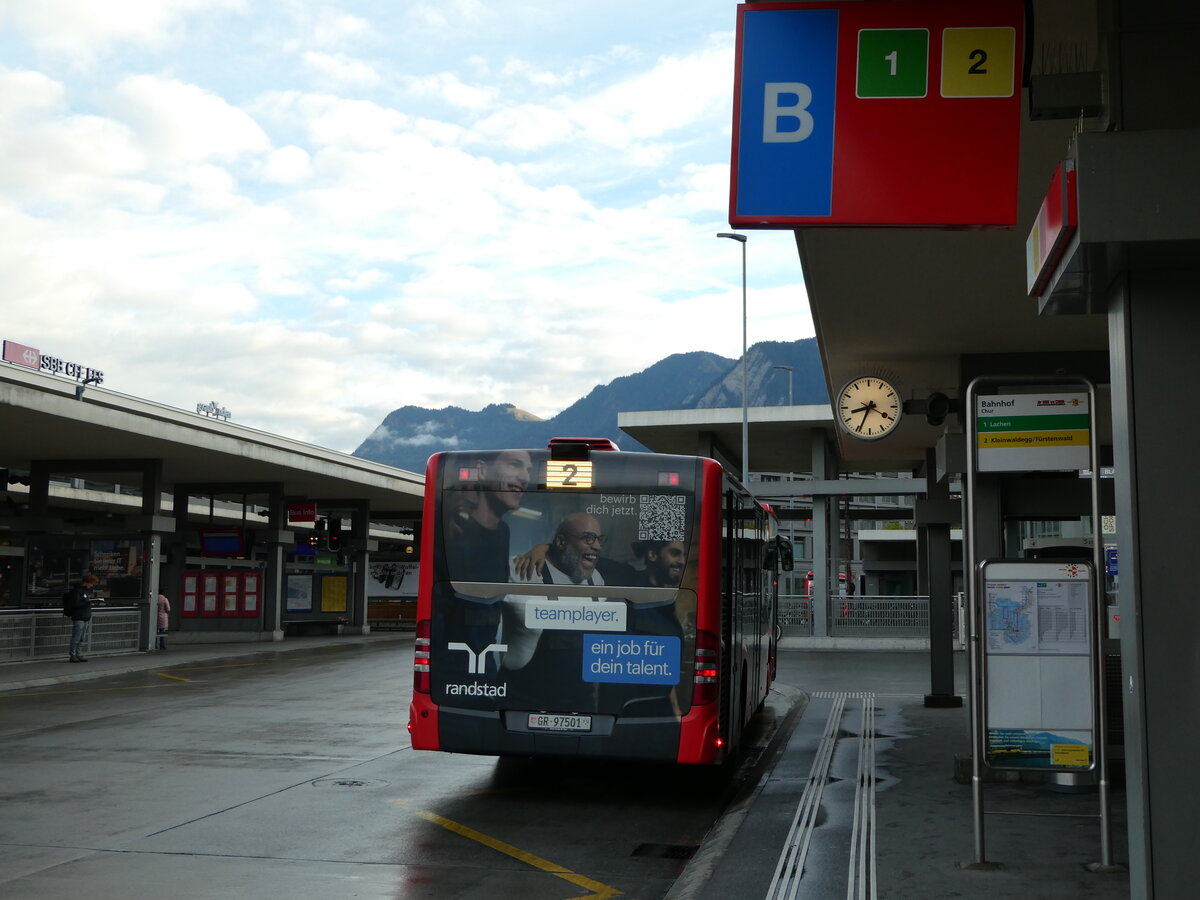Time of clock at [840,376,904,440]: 8:34
